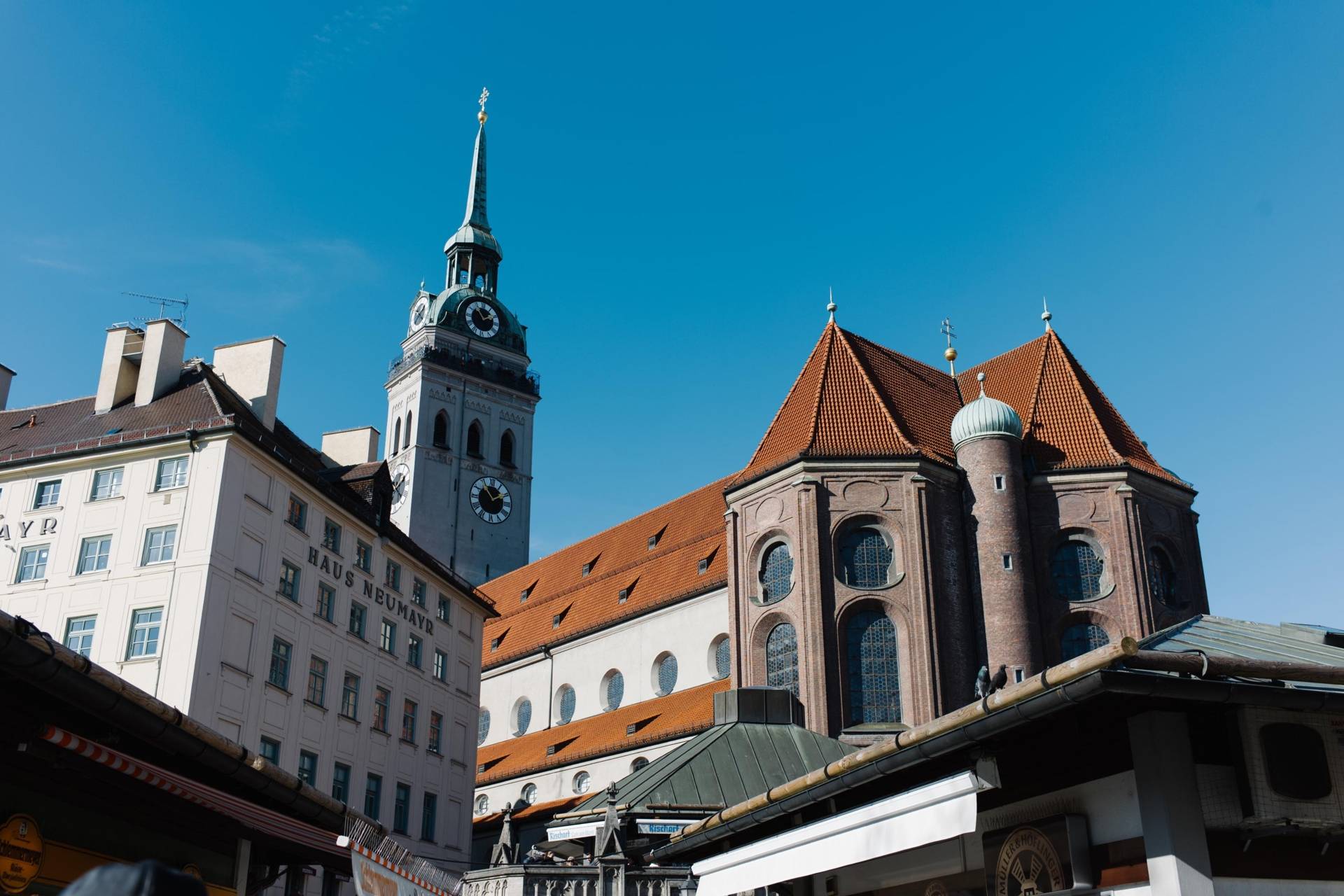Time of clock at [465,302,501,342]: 1:53
